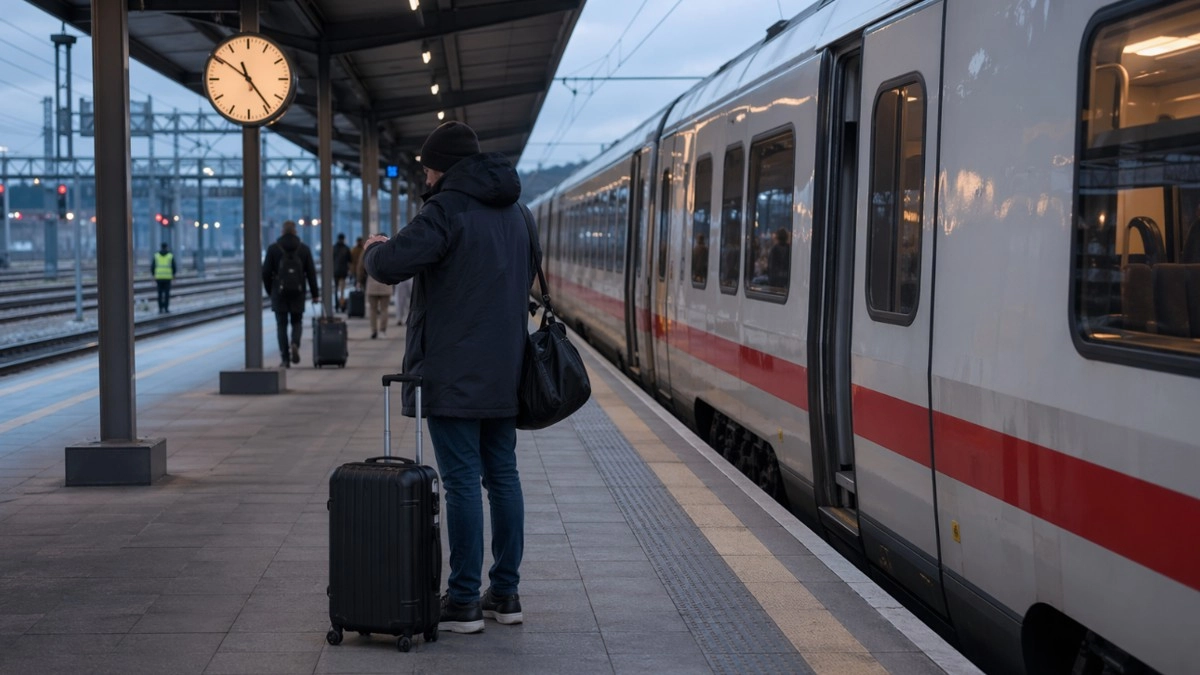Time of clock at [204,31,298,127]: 11:23
